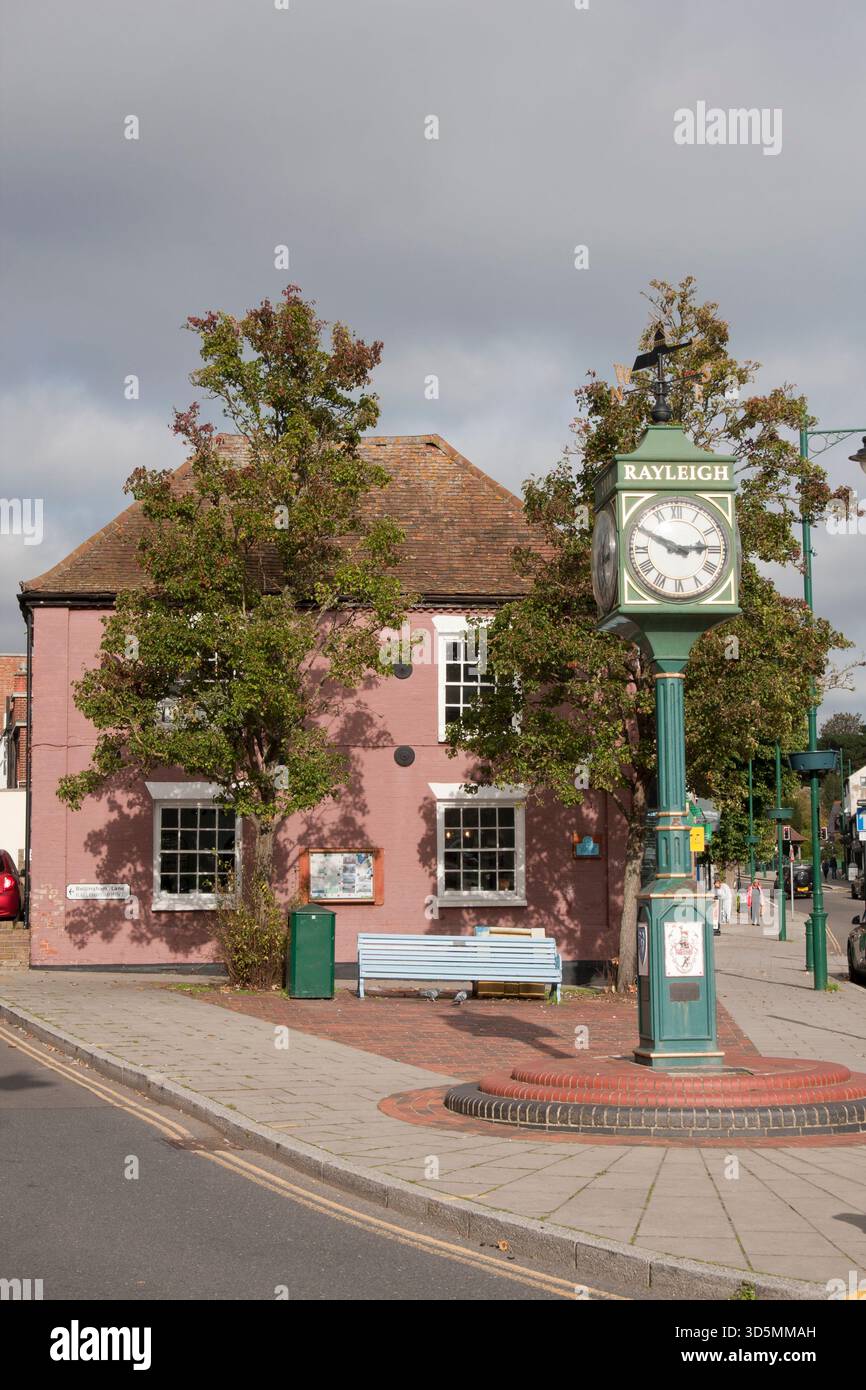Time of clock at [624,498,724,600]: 2:49
